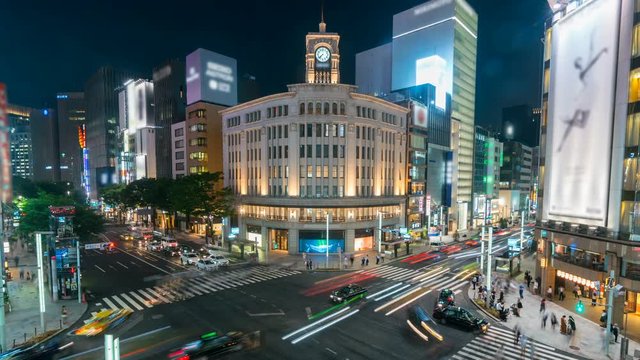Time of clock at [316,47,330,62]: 7:37
